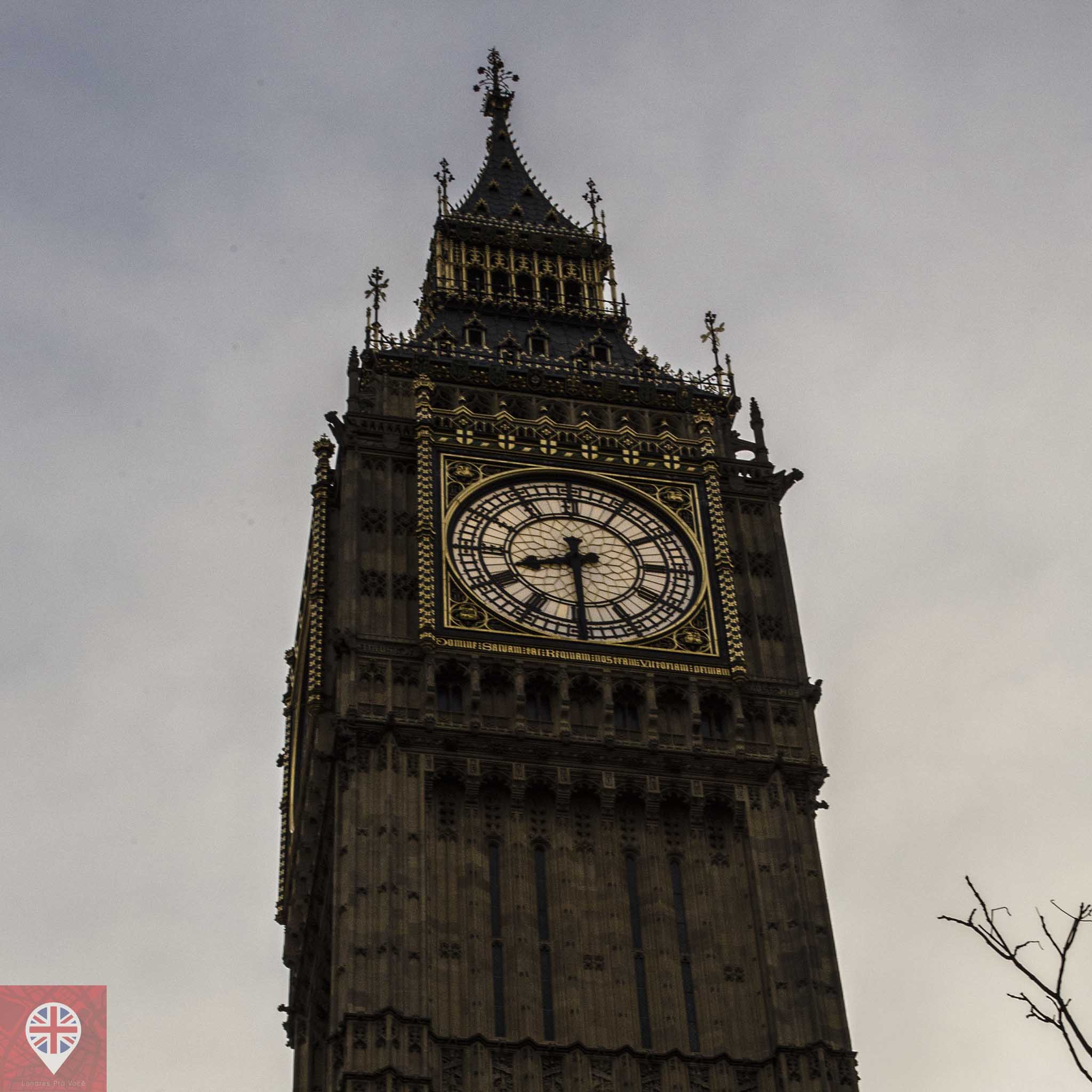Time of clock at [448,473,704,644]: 8:29
